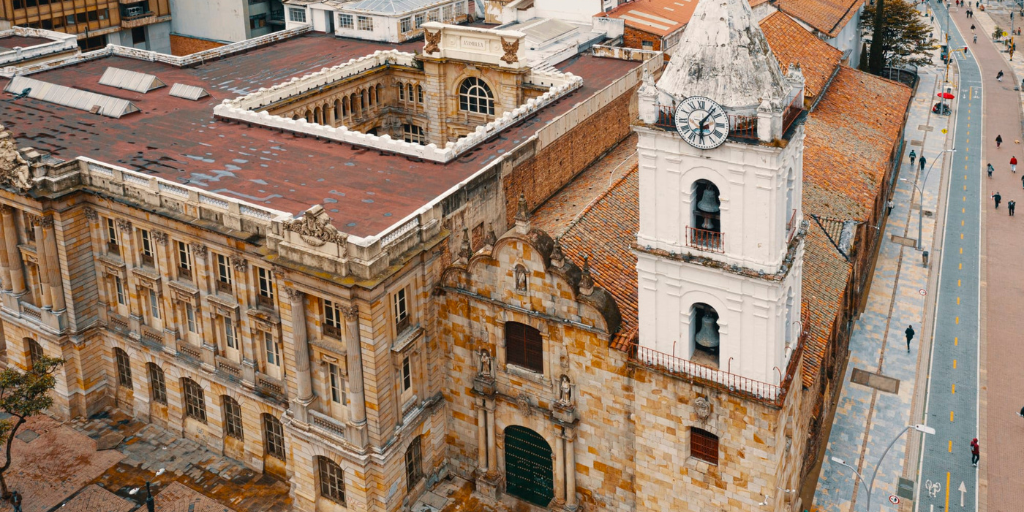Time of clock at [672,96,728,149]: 6:06
